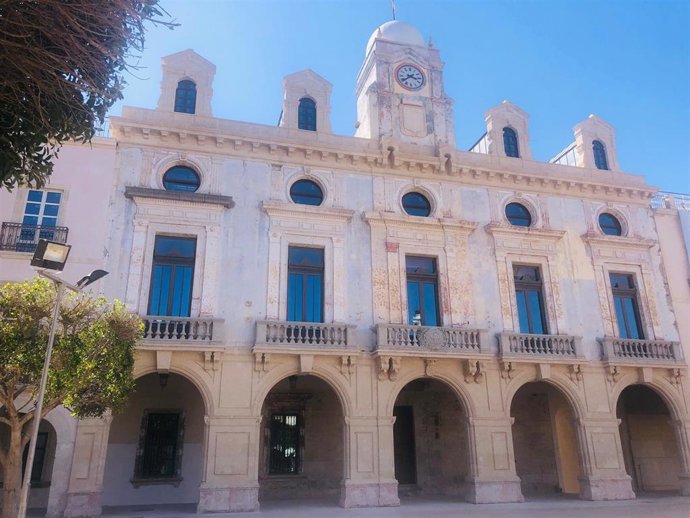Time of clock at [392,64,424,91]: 3:38
